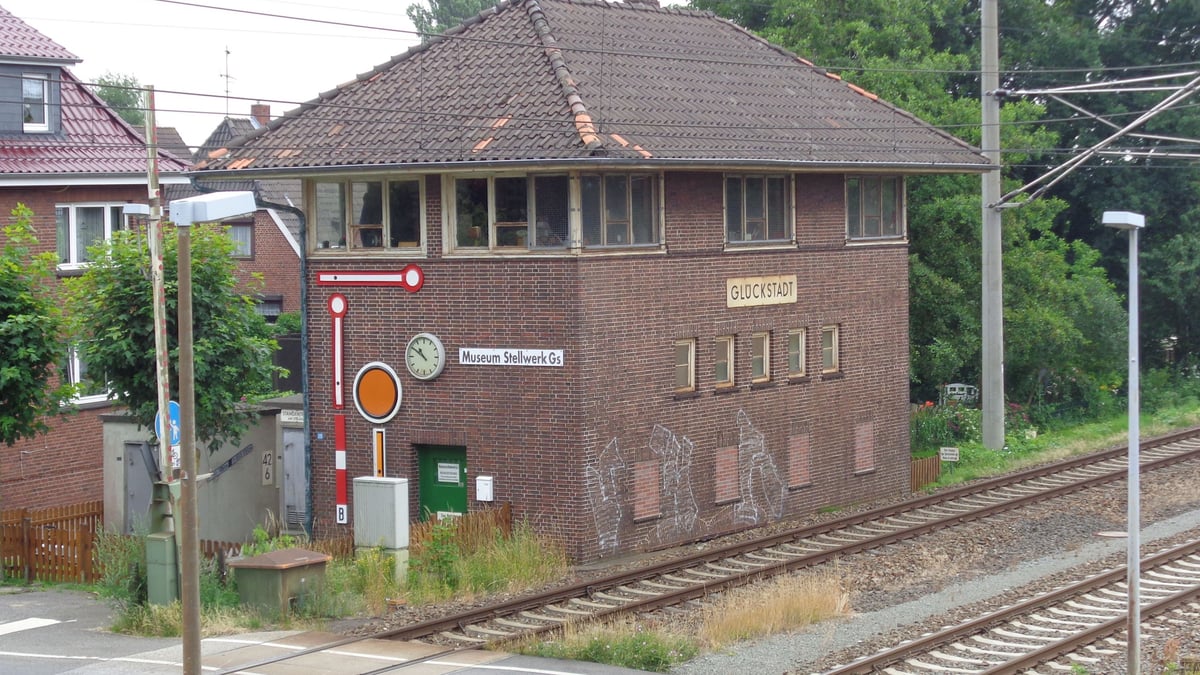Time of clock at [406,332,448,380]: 10:50
